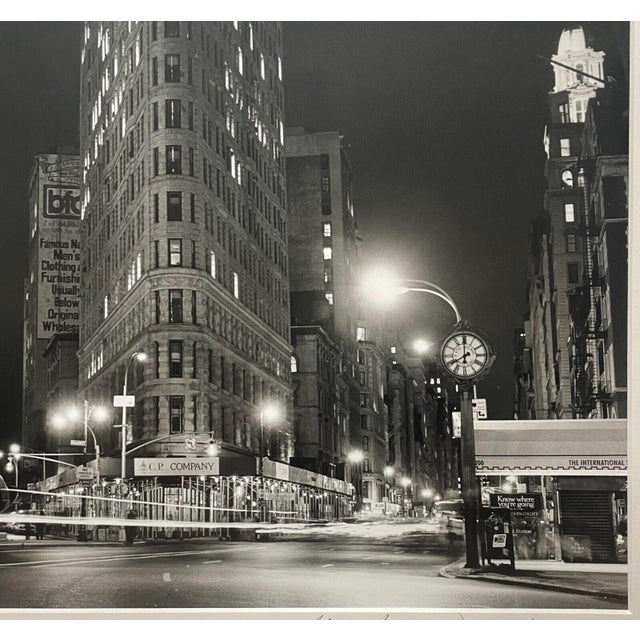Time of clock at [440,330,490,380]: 7:59
